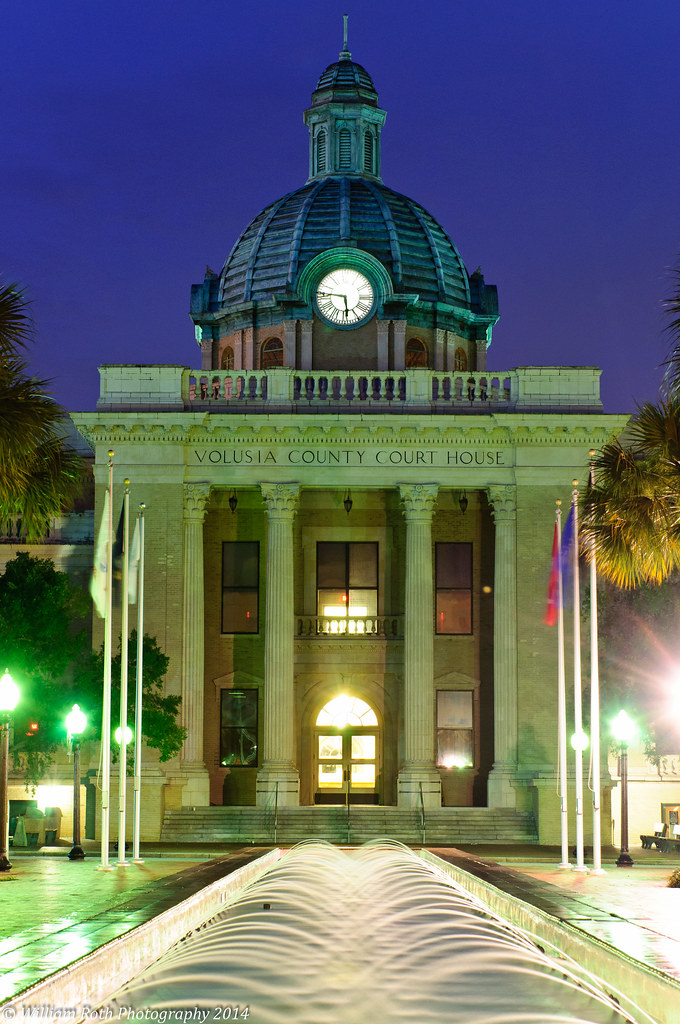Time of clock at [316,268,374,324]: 5:46
